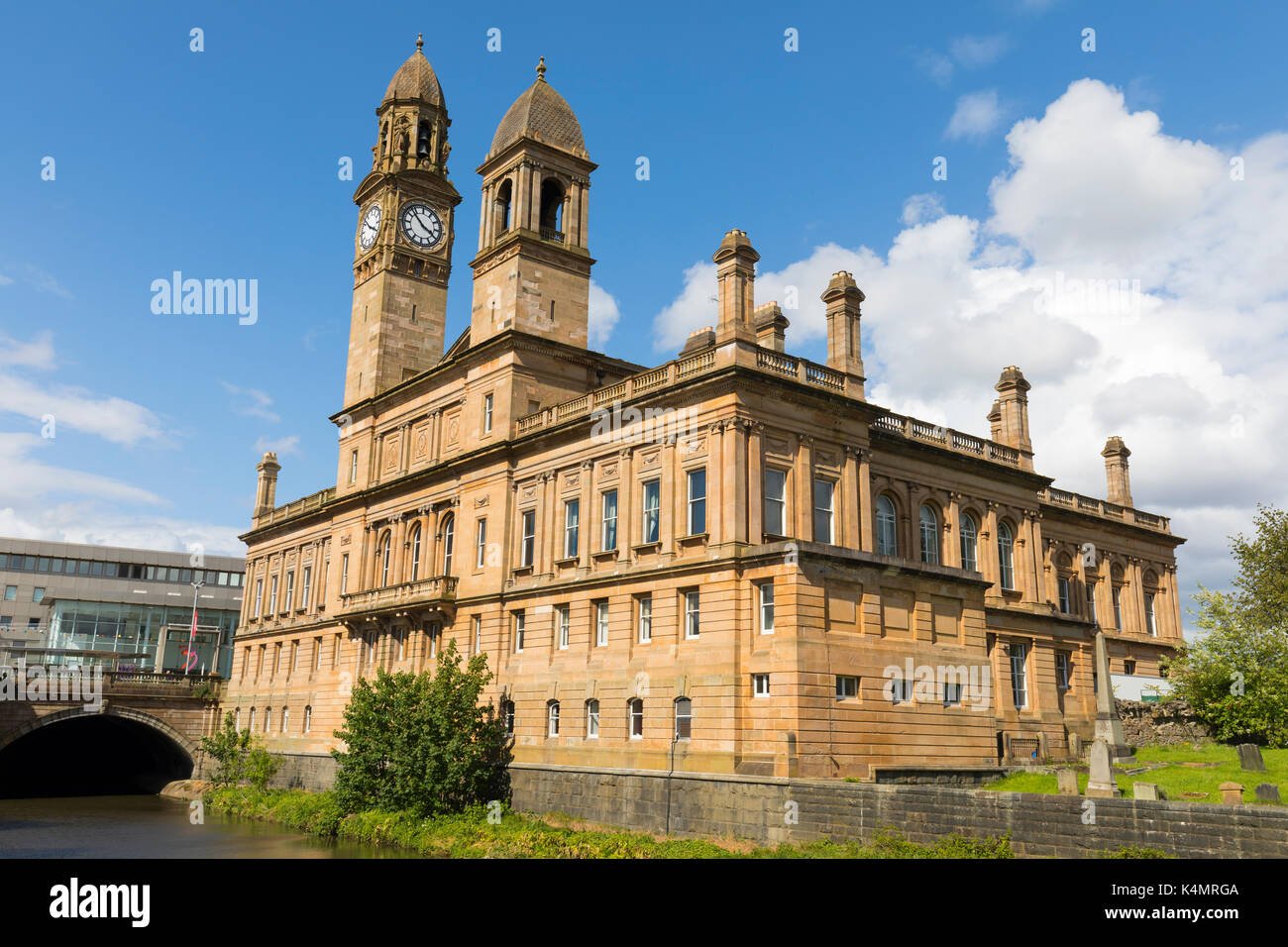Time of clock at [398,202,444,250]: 3:52
